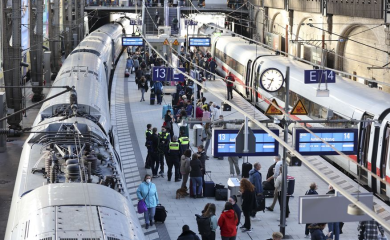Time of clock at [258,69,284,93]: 9:34
